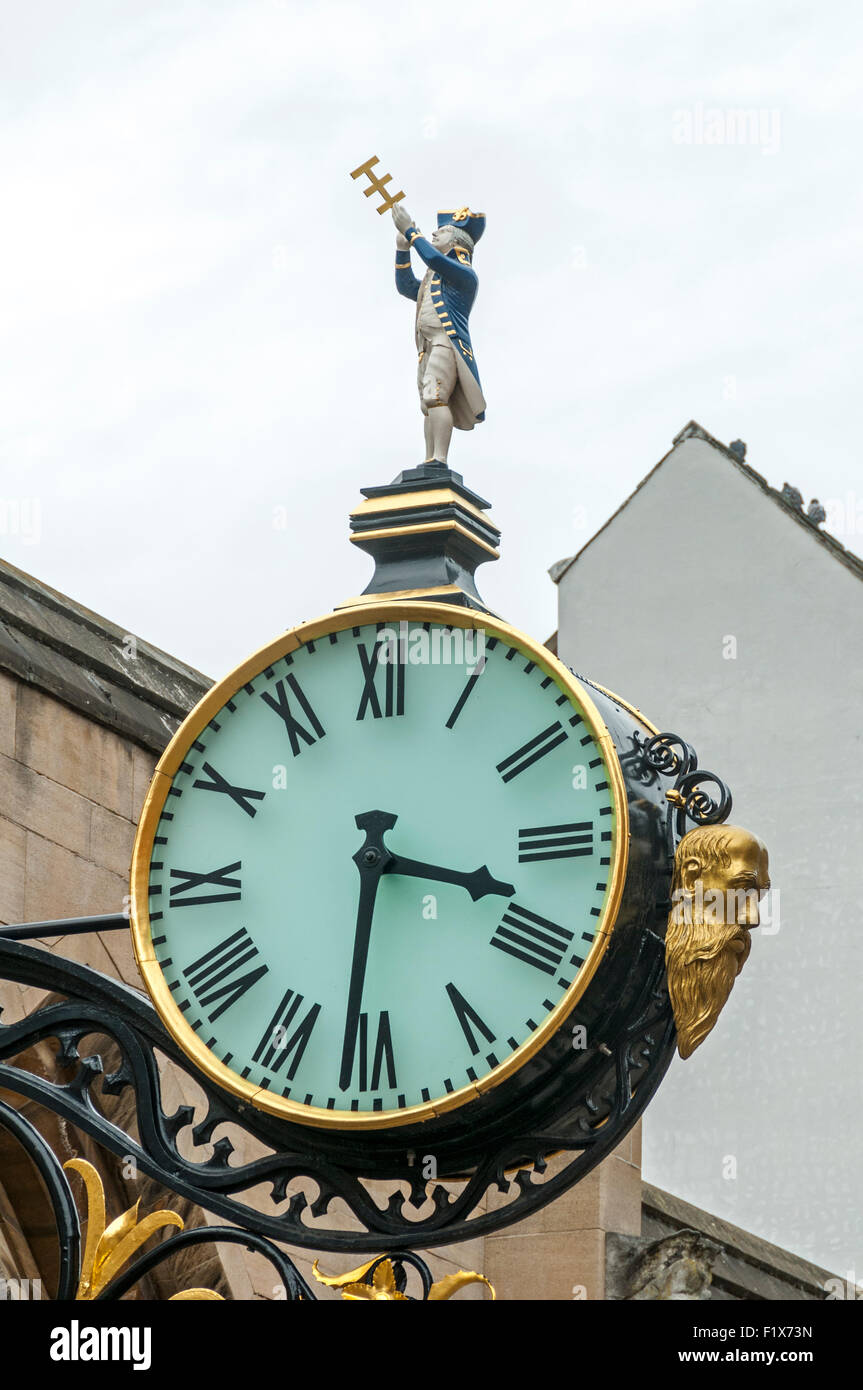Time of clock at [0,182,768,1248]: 3:31
